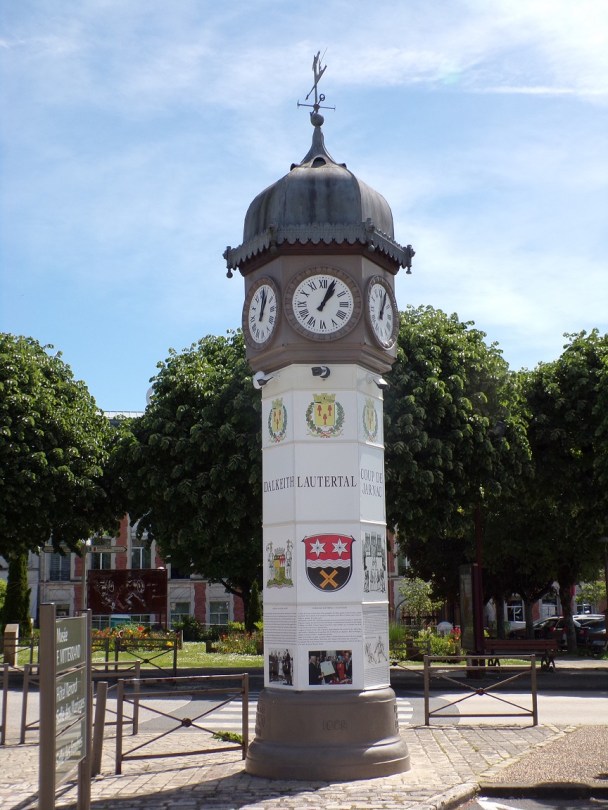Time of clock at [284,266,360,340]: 1:04
